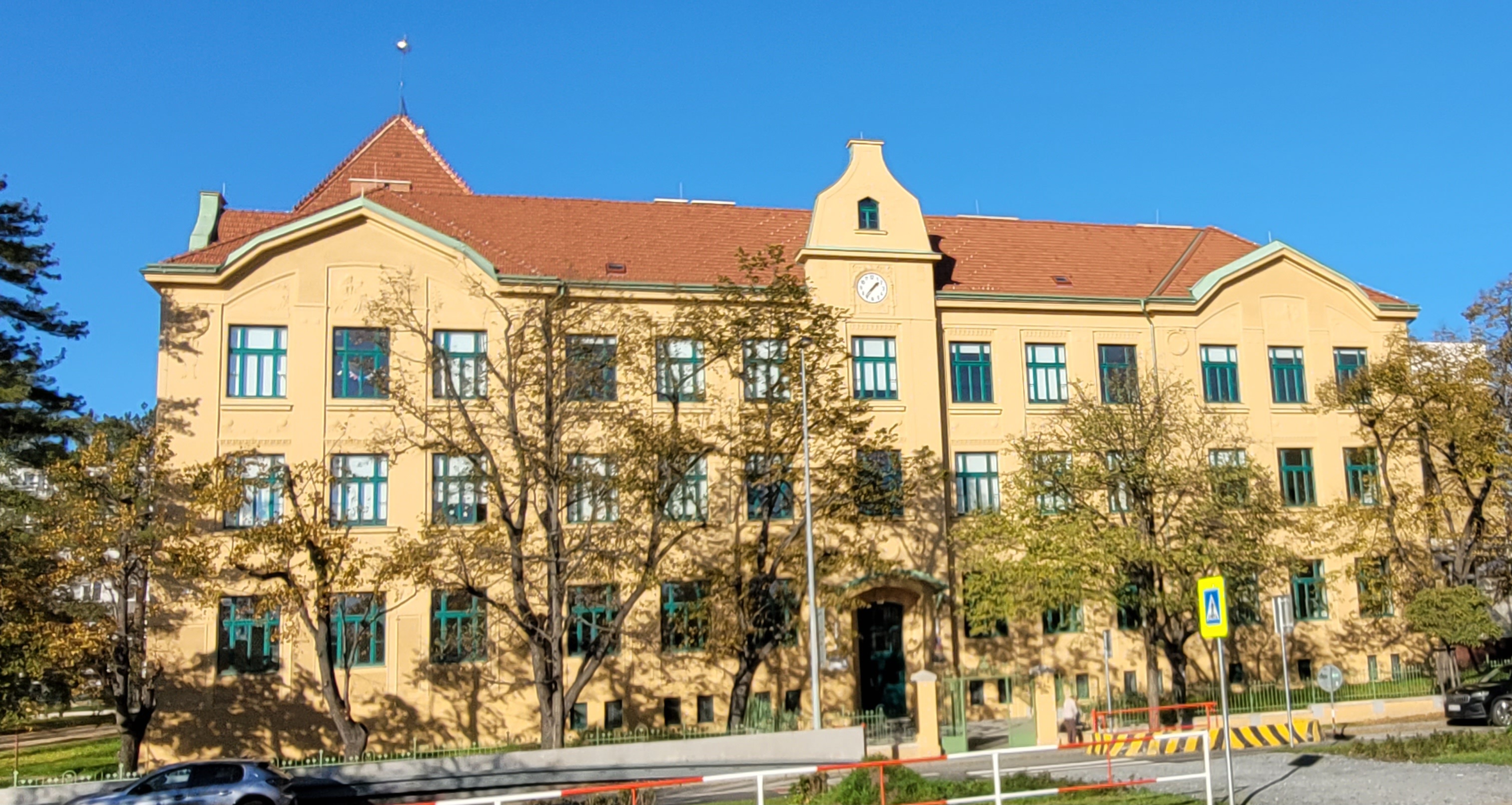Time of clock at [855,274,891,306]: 1:36
